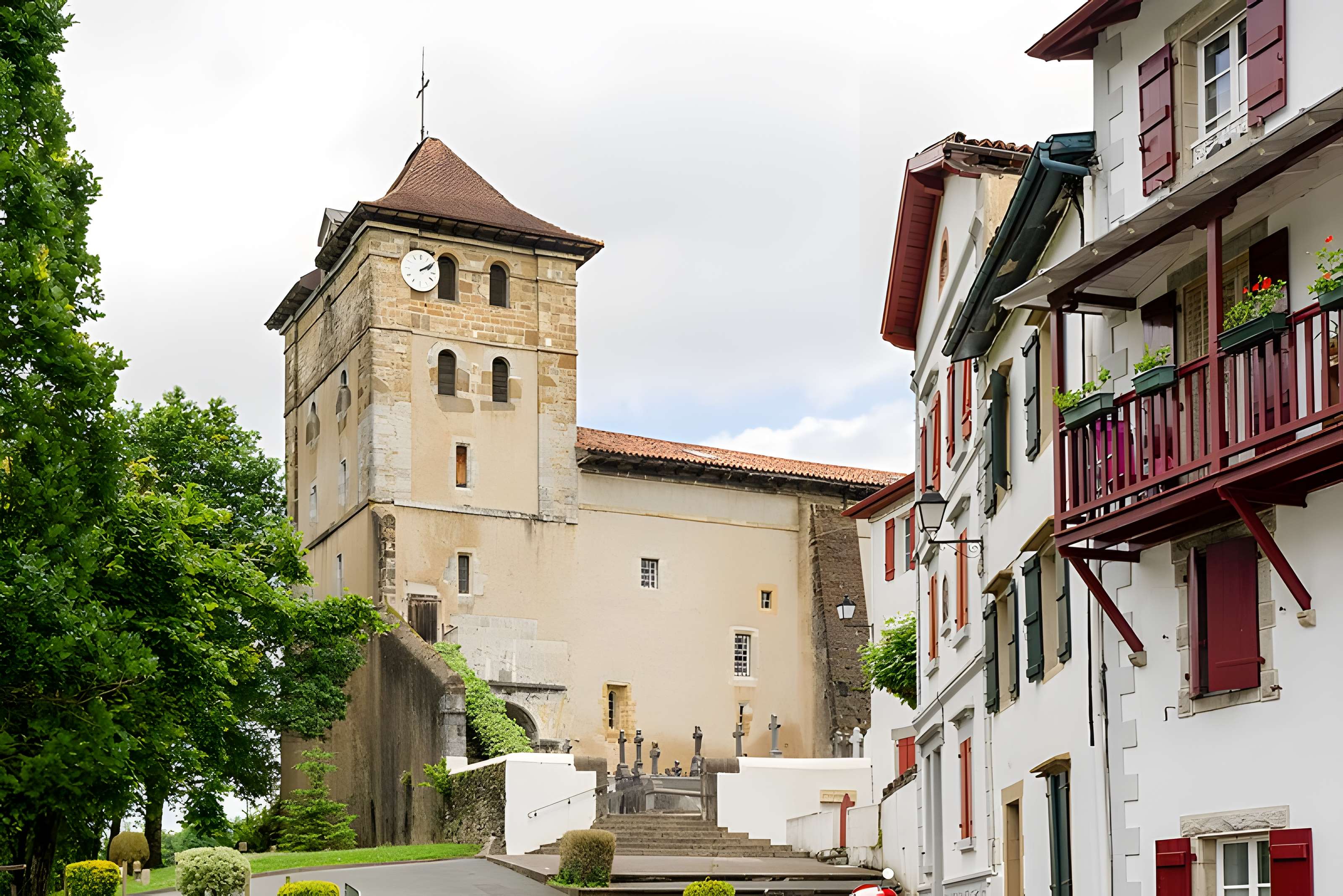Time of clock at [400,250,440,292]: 2:09
